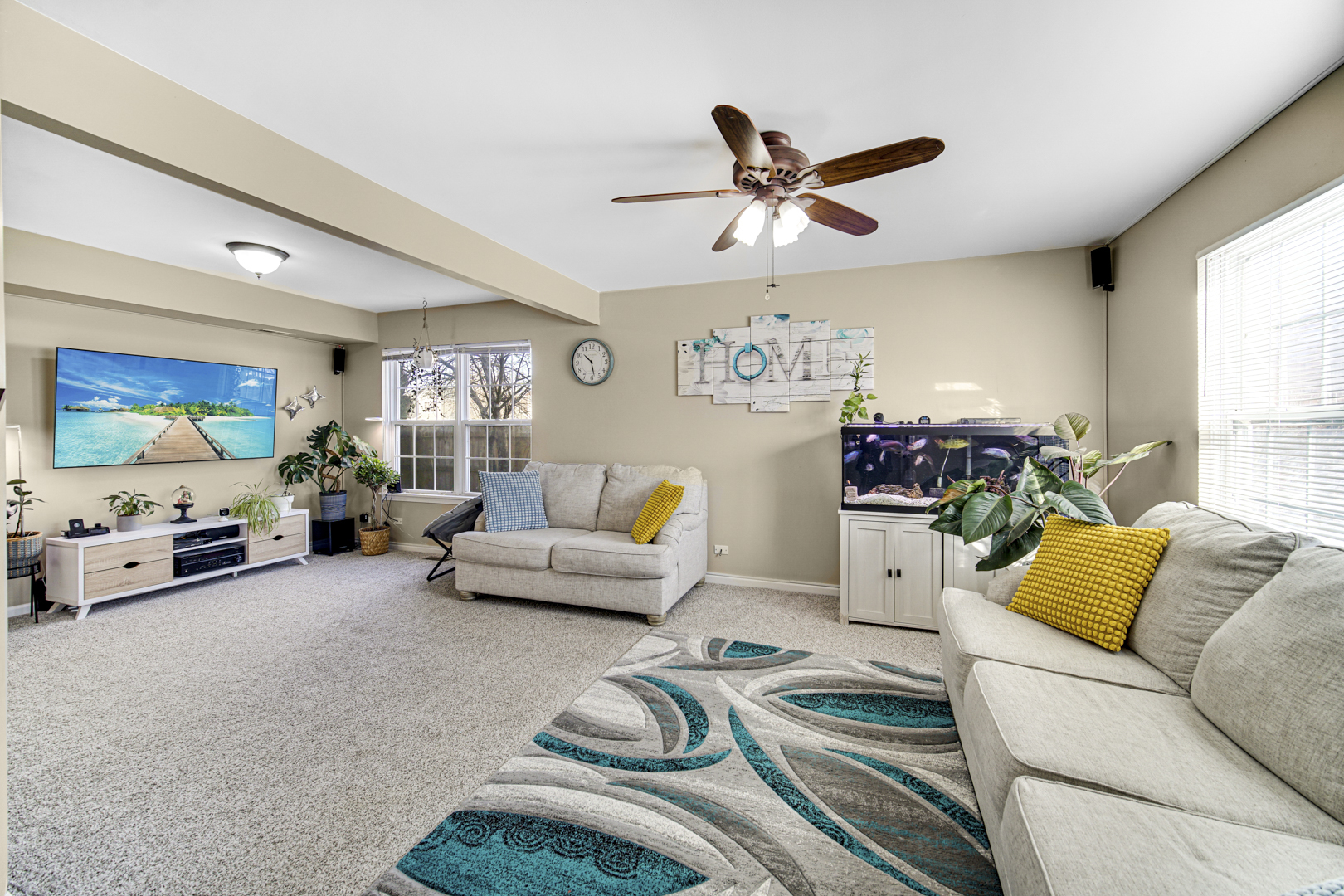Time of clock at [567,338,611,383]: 10:28
